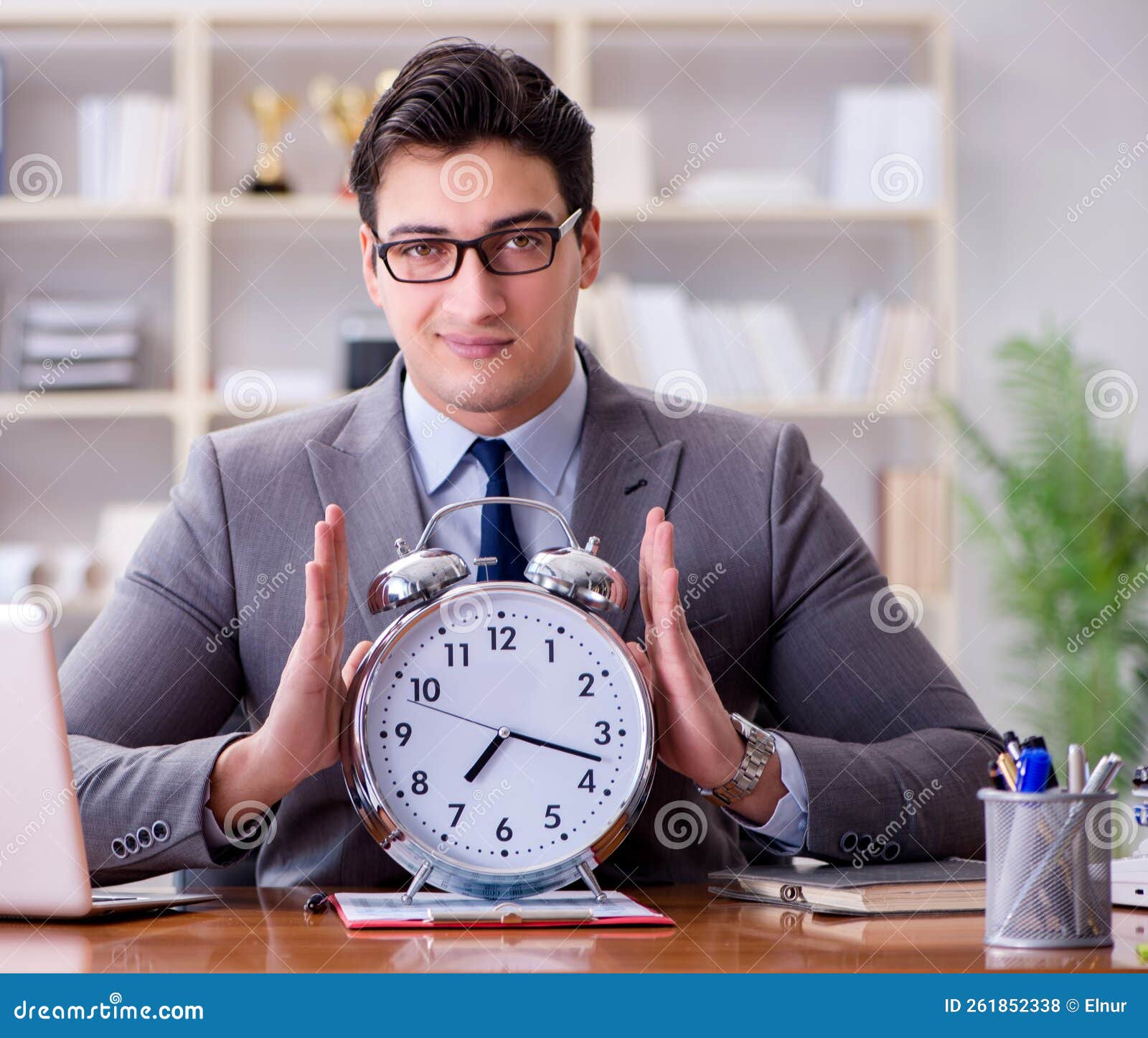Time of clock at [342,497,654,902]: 7:17
